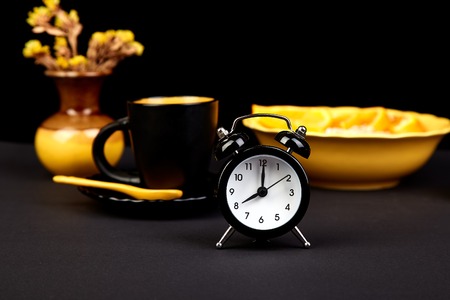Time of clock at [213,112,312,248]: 8:00
